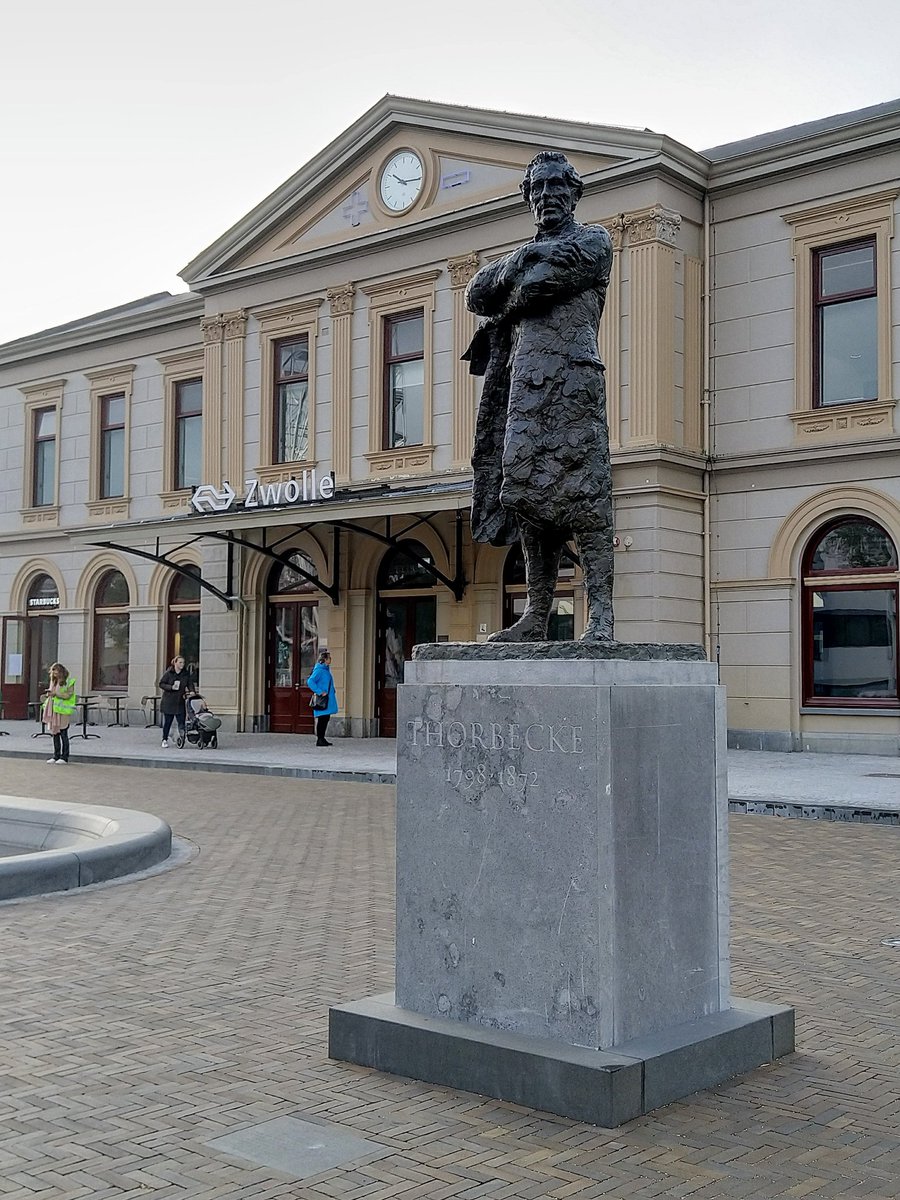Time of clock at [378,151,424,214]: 10:15
